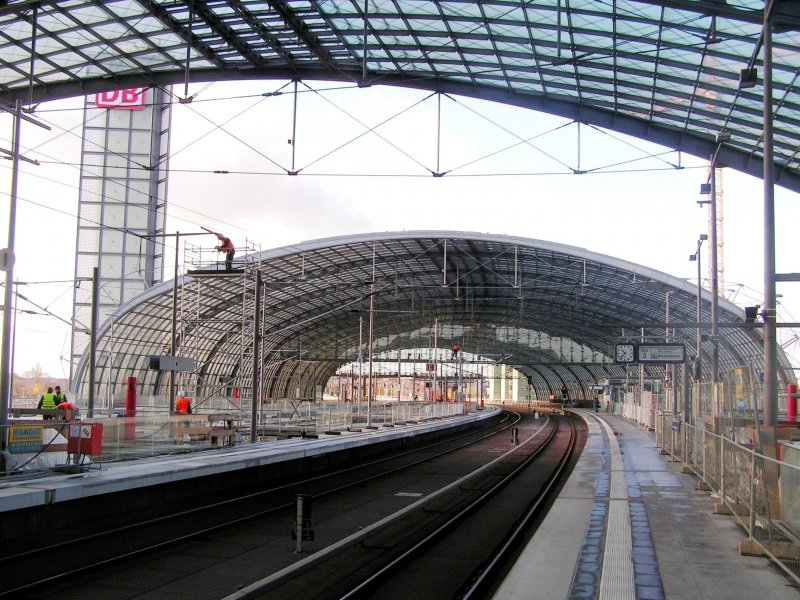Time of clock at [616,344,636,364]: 10:37
